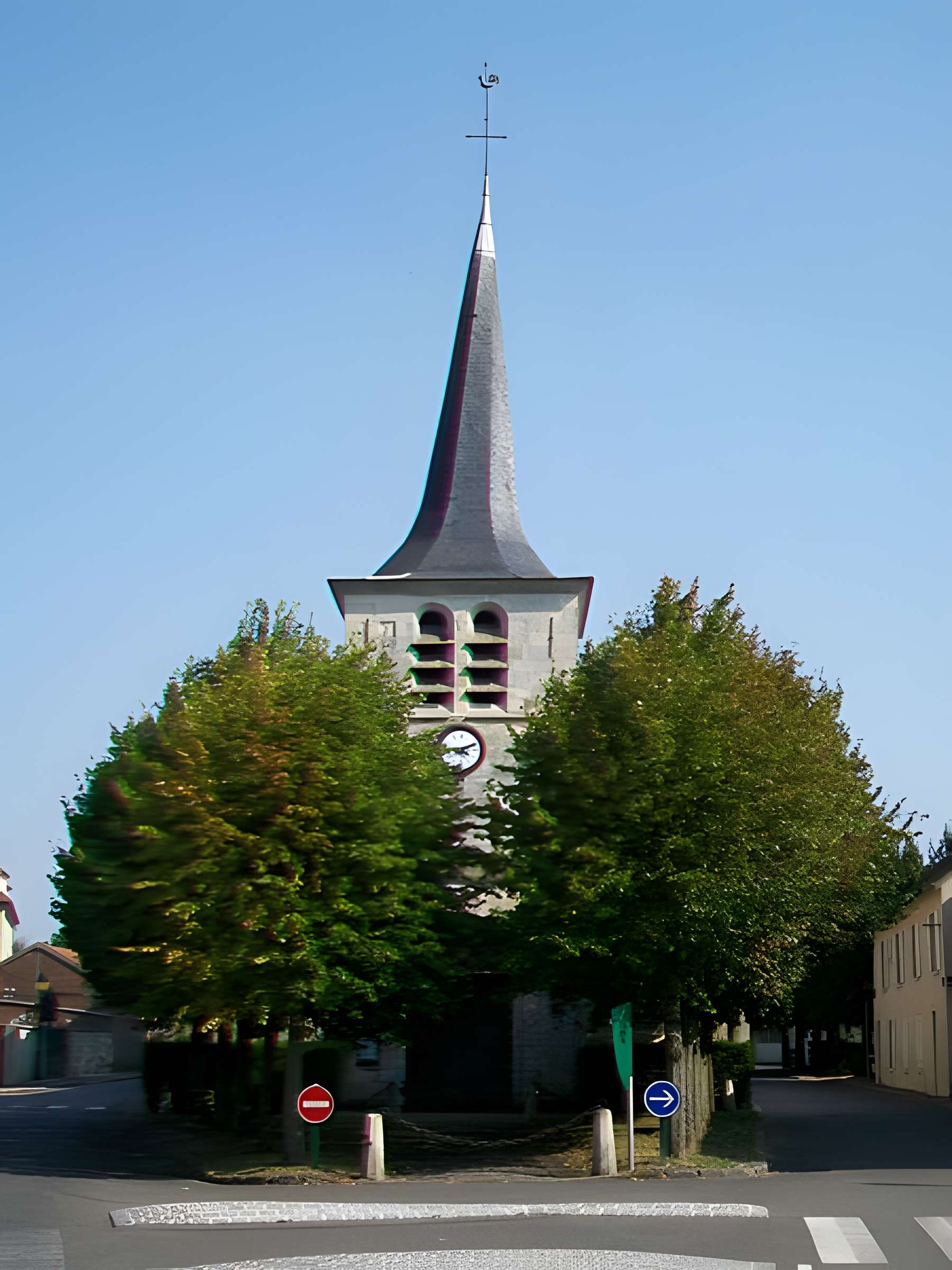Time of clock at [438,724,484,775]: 4:11
